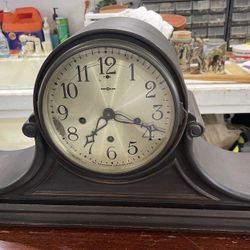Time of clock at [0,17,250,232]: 7:18
